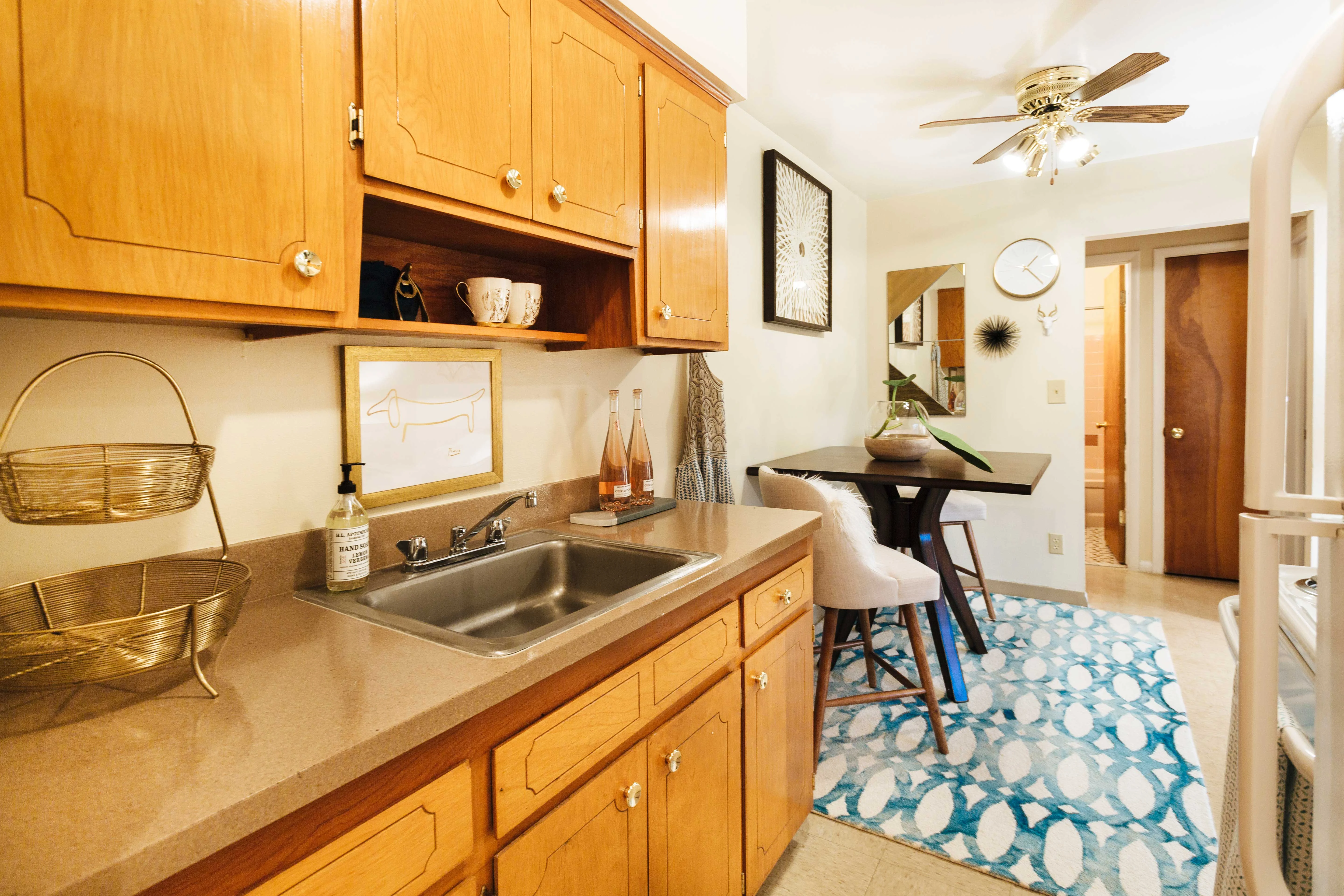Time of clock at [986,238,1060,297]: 1:22
